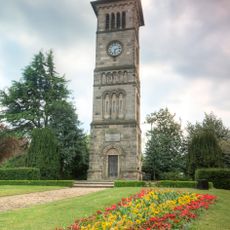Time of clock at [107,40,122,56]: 6:13
